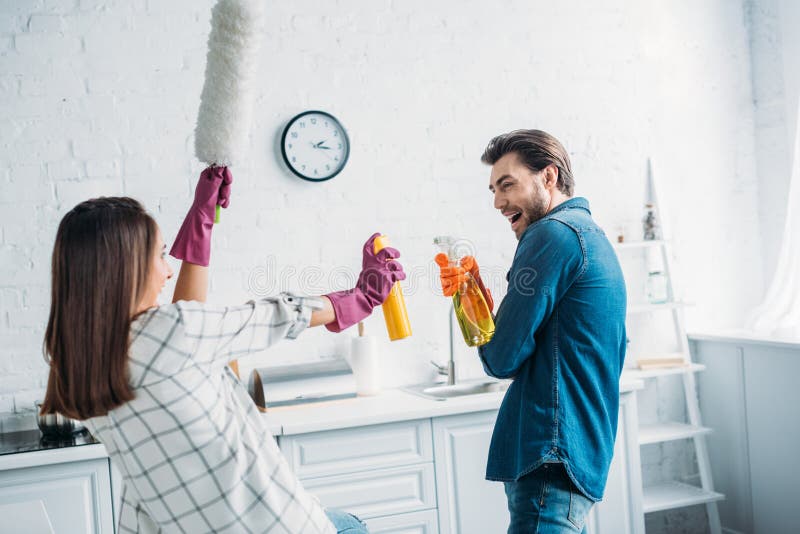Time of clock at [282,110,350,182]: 2:16
